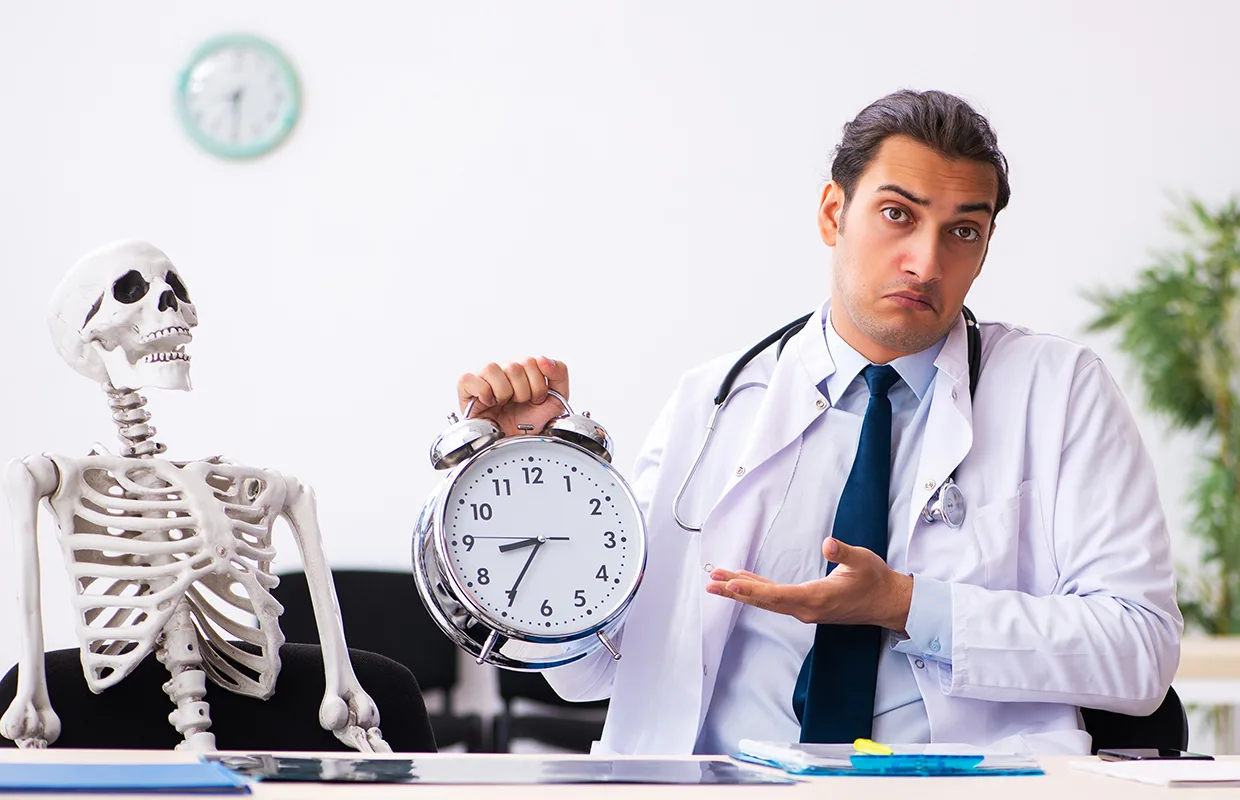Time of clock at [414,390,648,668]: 8:35
